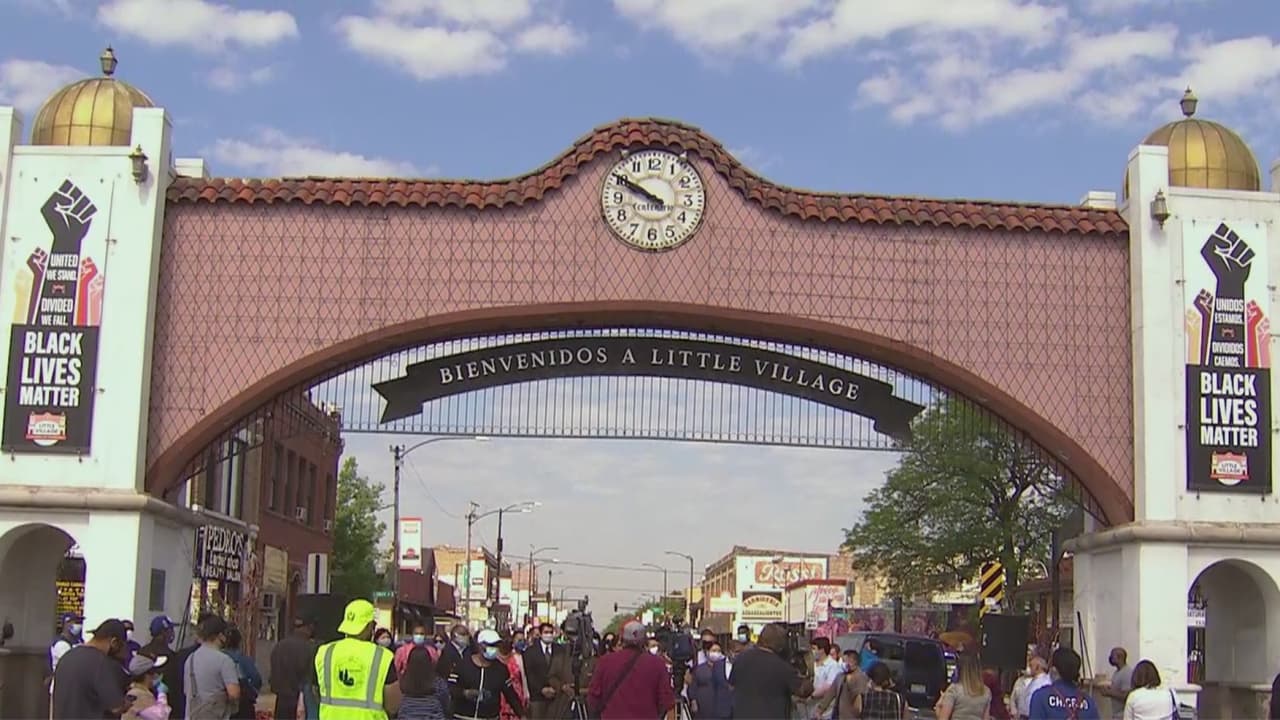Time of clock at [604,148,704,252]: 9:50
